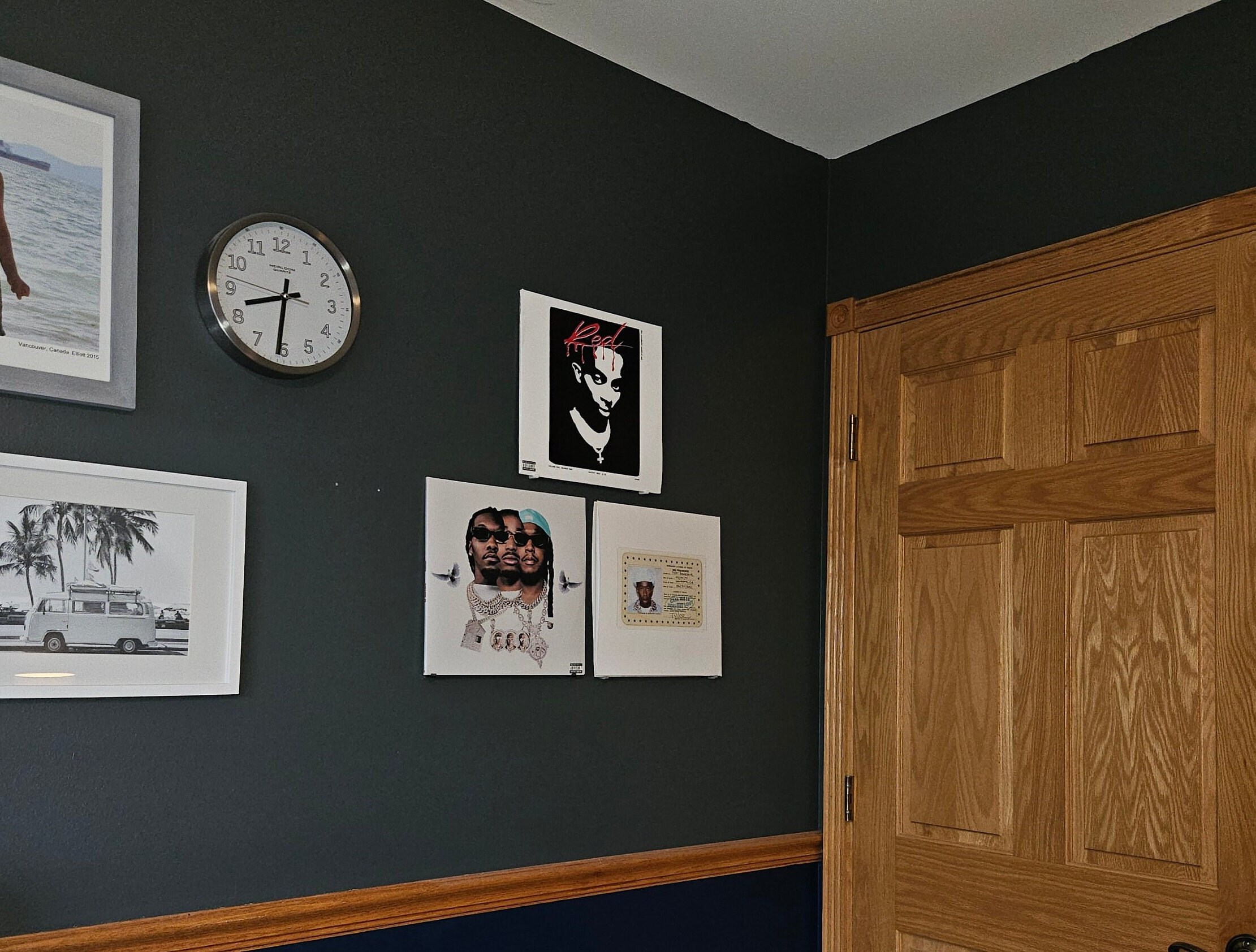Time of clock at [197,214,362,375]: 8:30
